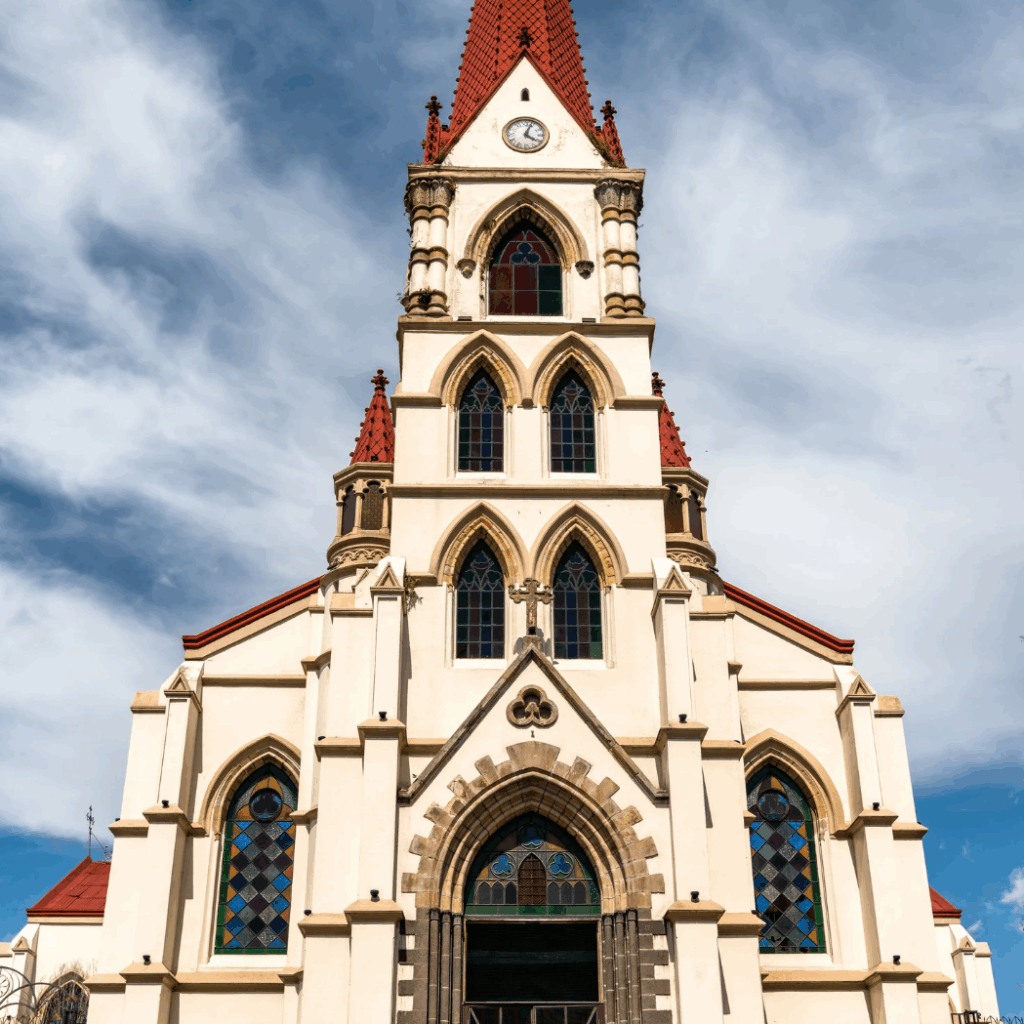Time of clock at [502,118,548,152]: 4:03
